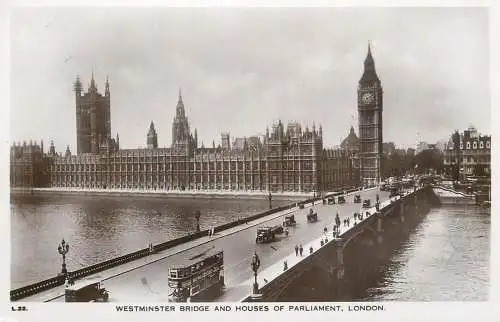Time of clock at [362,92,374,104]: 7:12
